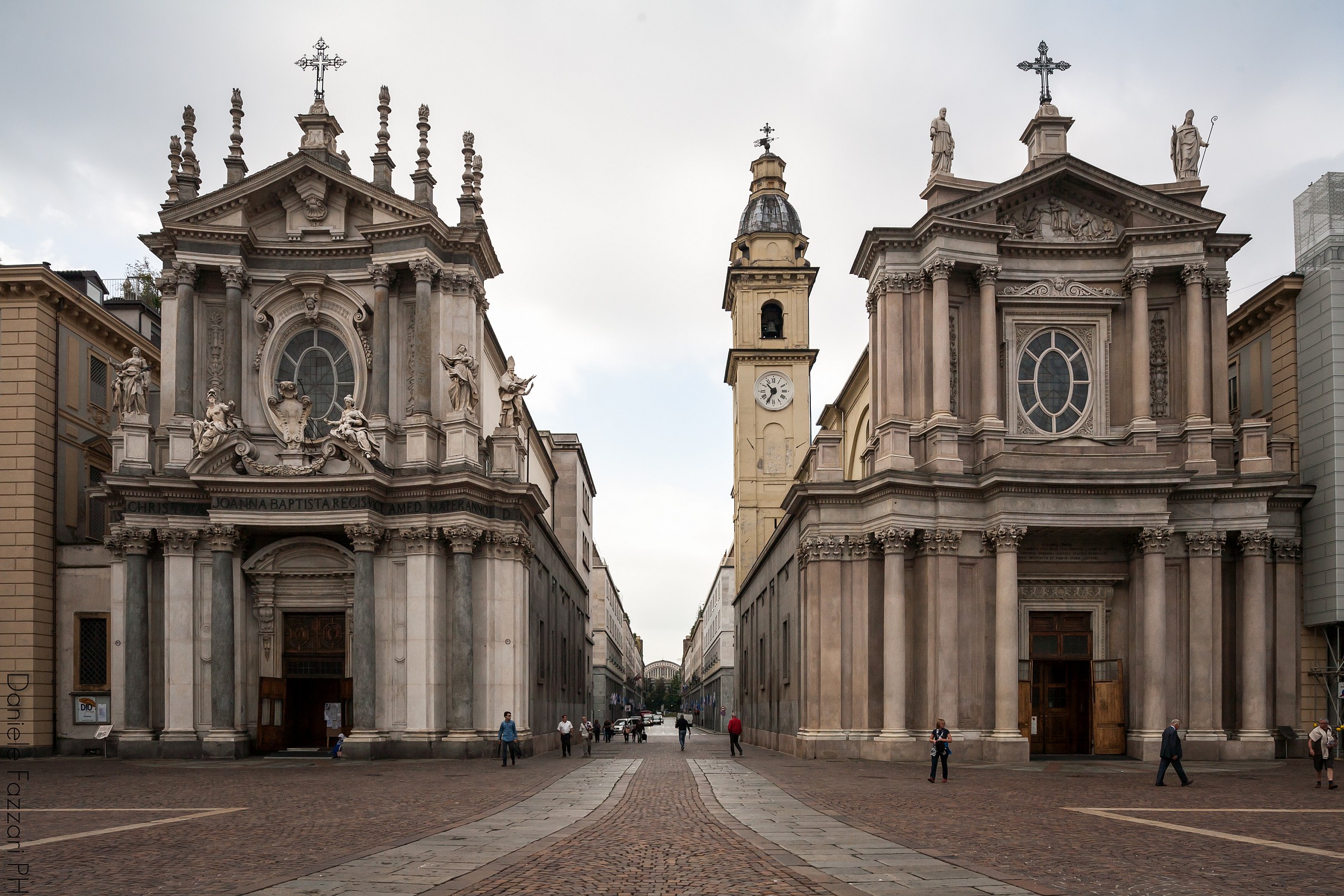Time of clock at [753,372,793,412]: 10:34
